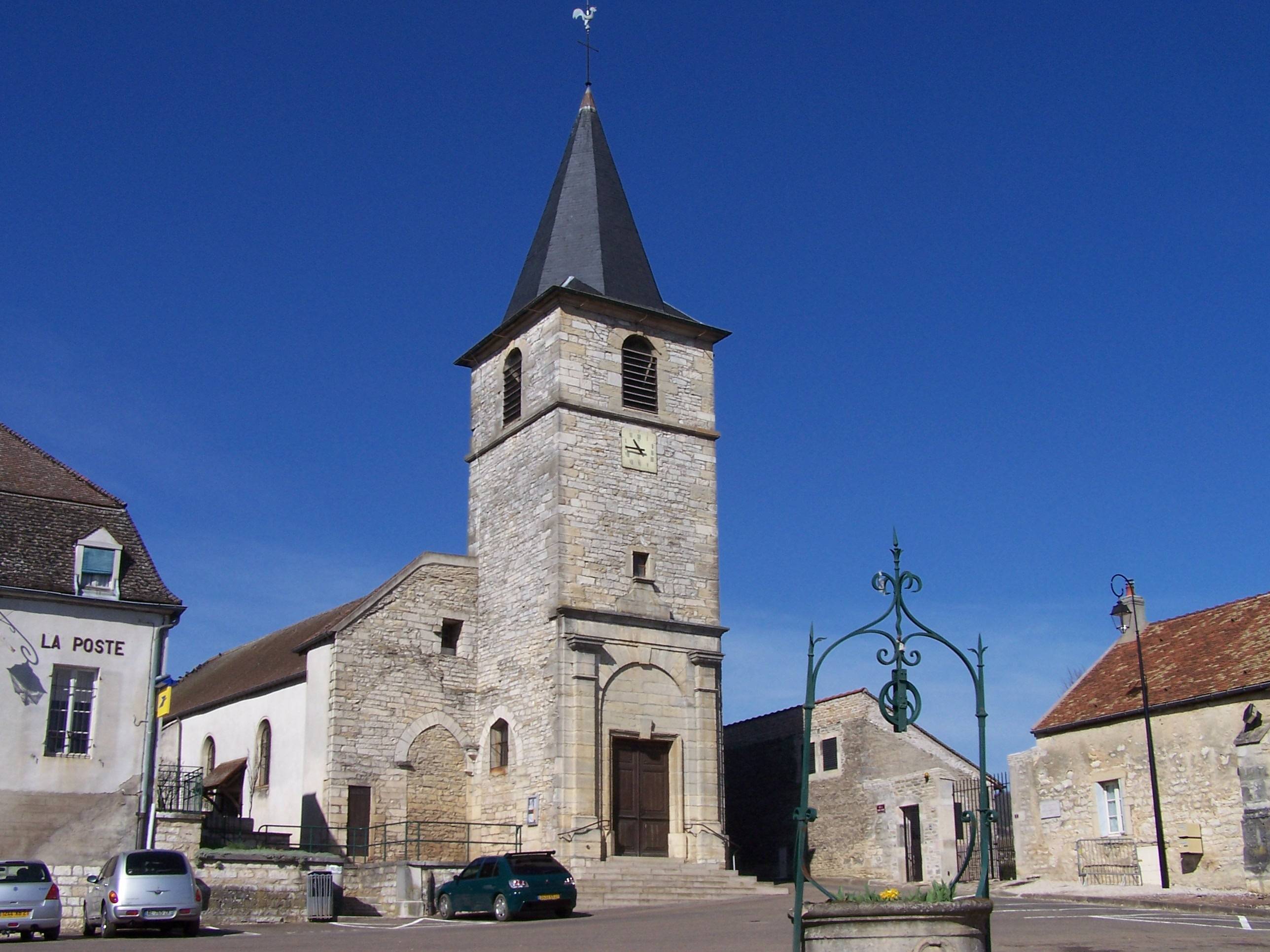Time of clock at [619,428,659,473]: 10:46
